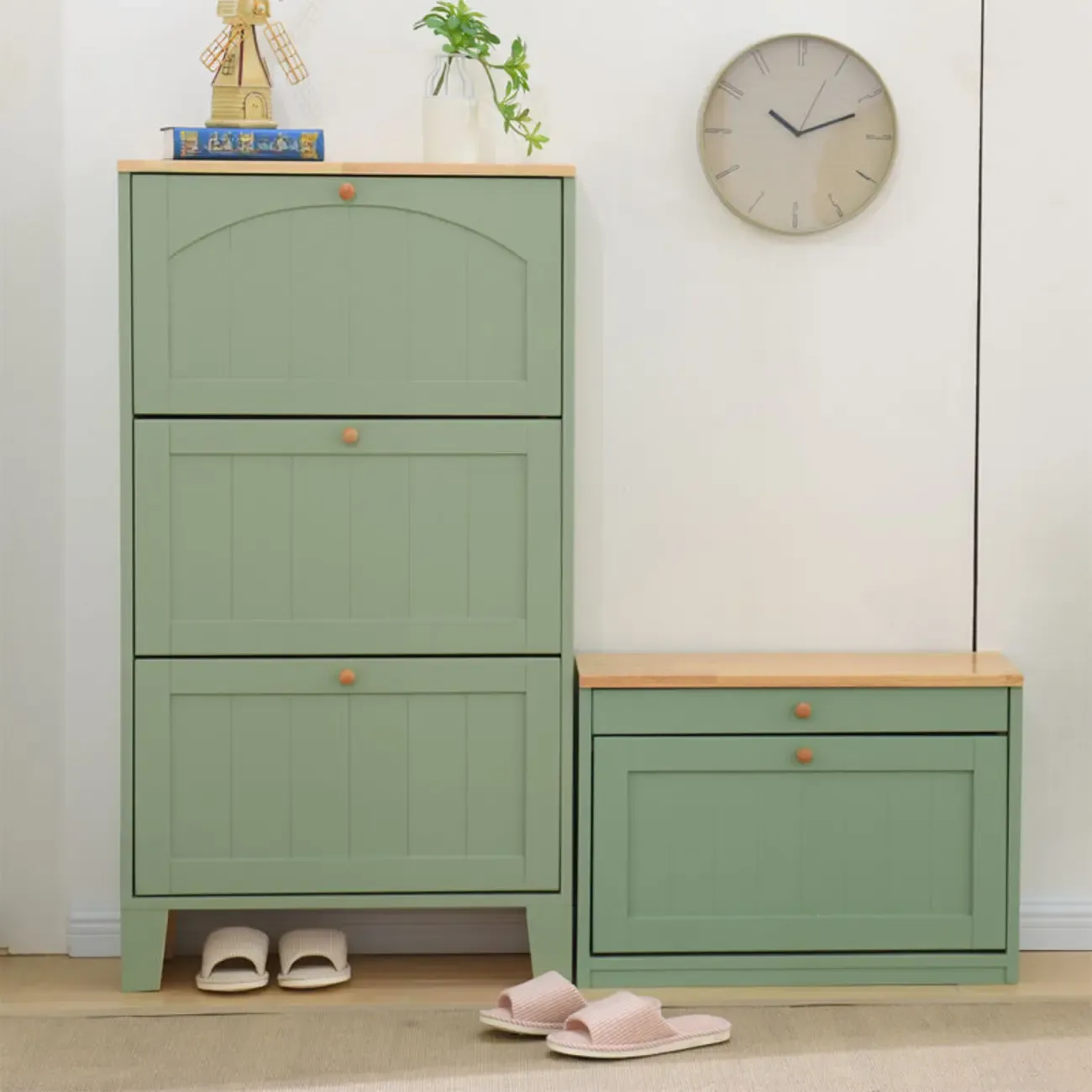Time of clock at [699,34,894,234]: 10:11
